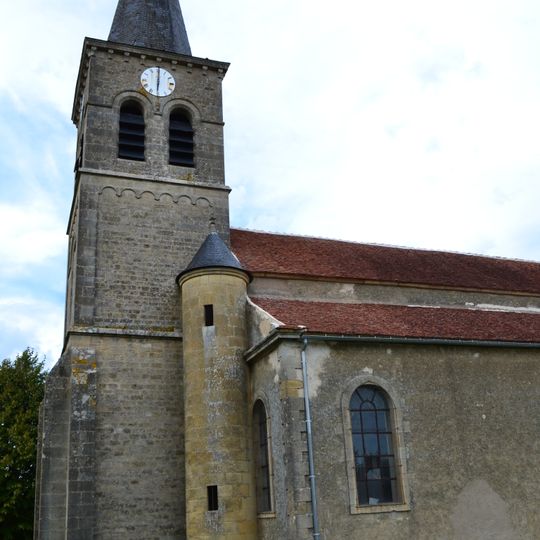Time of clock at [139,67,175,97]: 6:00
